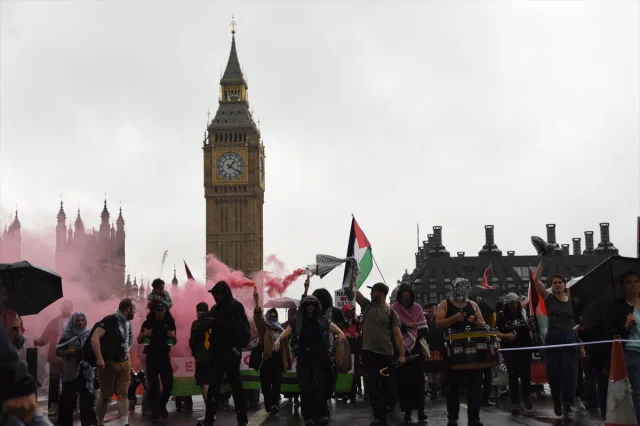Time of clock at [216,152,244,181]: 1:20
